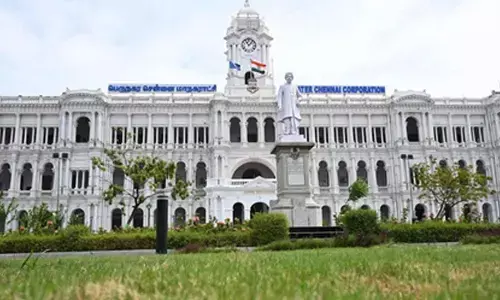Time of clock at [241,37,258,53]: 11:07
